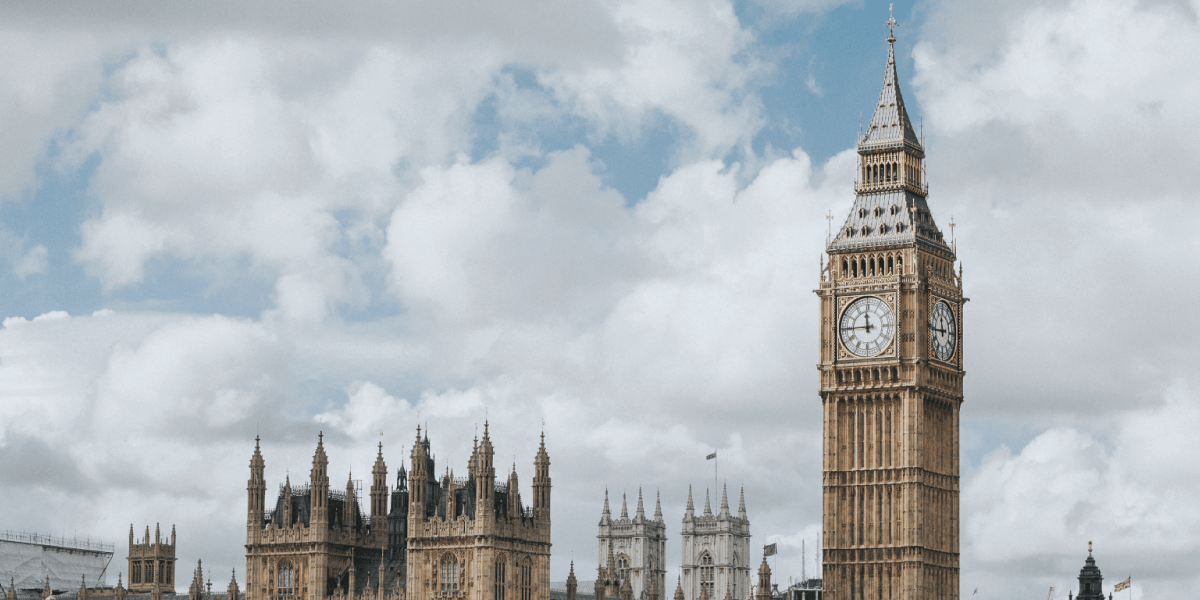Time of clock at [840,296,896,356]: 11:44
